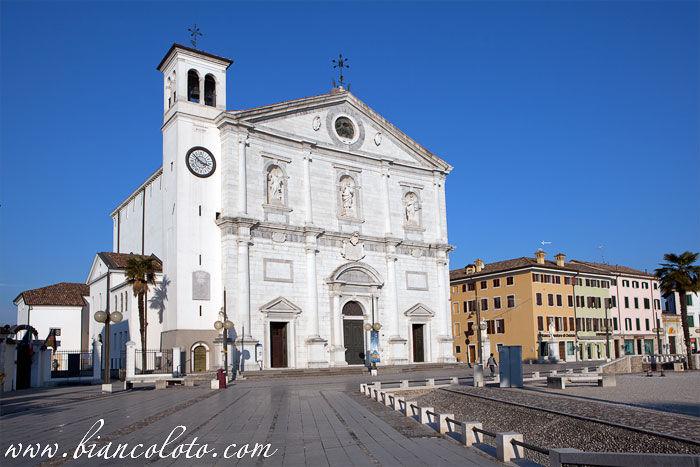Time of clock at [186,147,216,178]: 3:52
